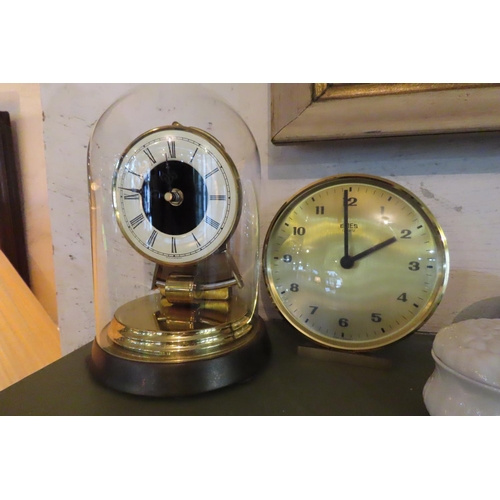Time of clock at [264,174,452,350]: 1:59
